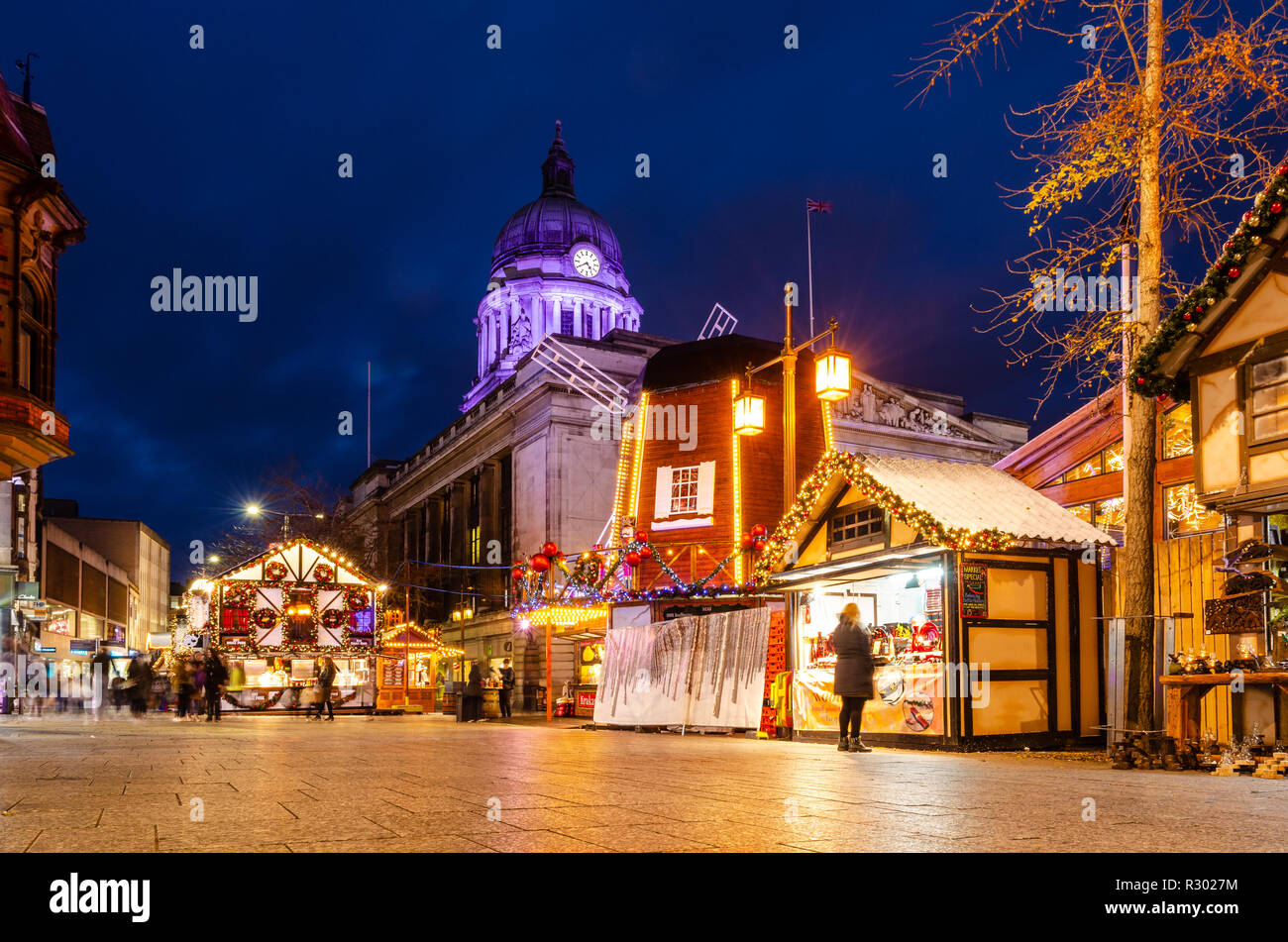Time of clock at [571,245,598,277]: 4:40
